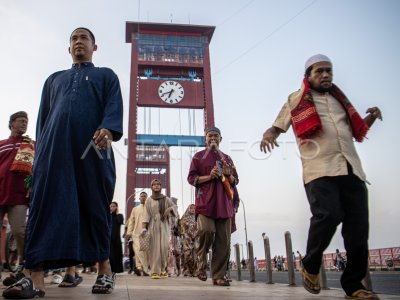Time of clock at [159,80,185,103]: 6:41
